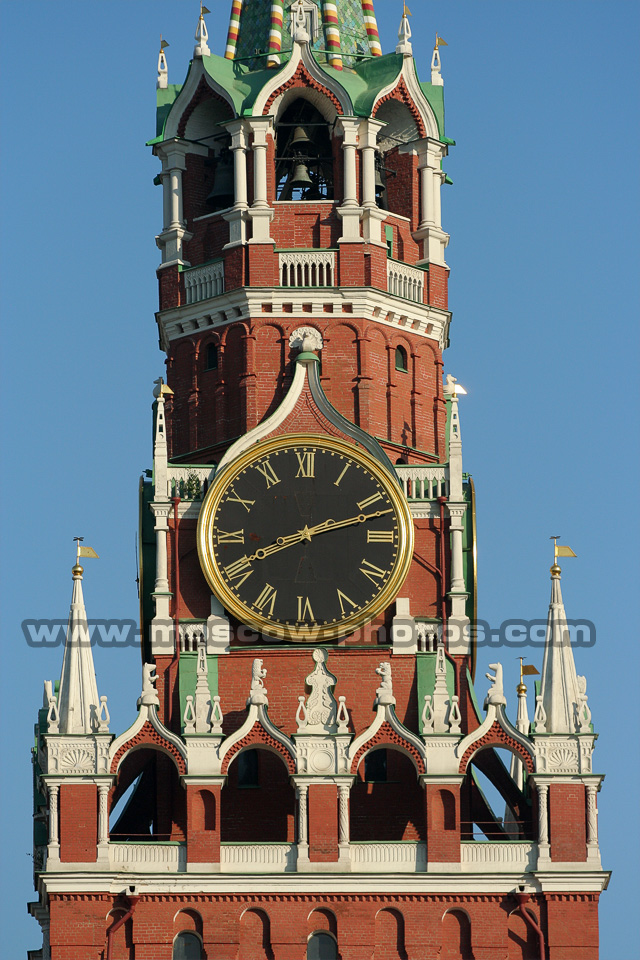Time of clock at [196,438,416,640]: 8:12
